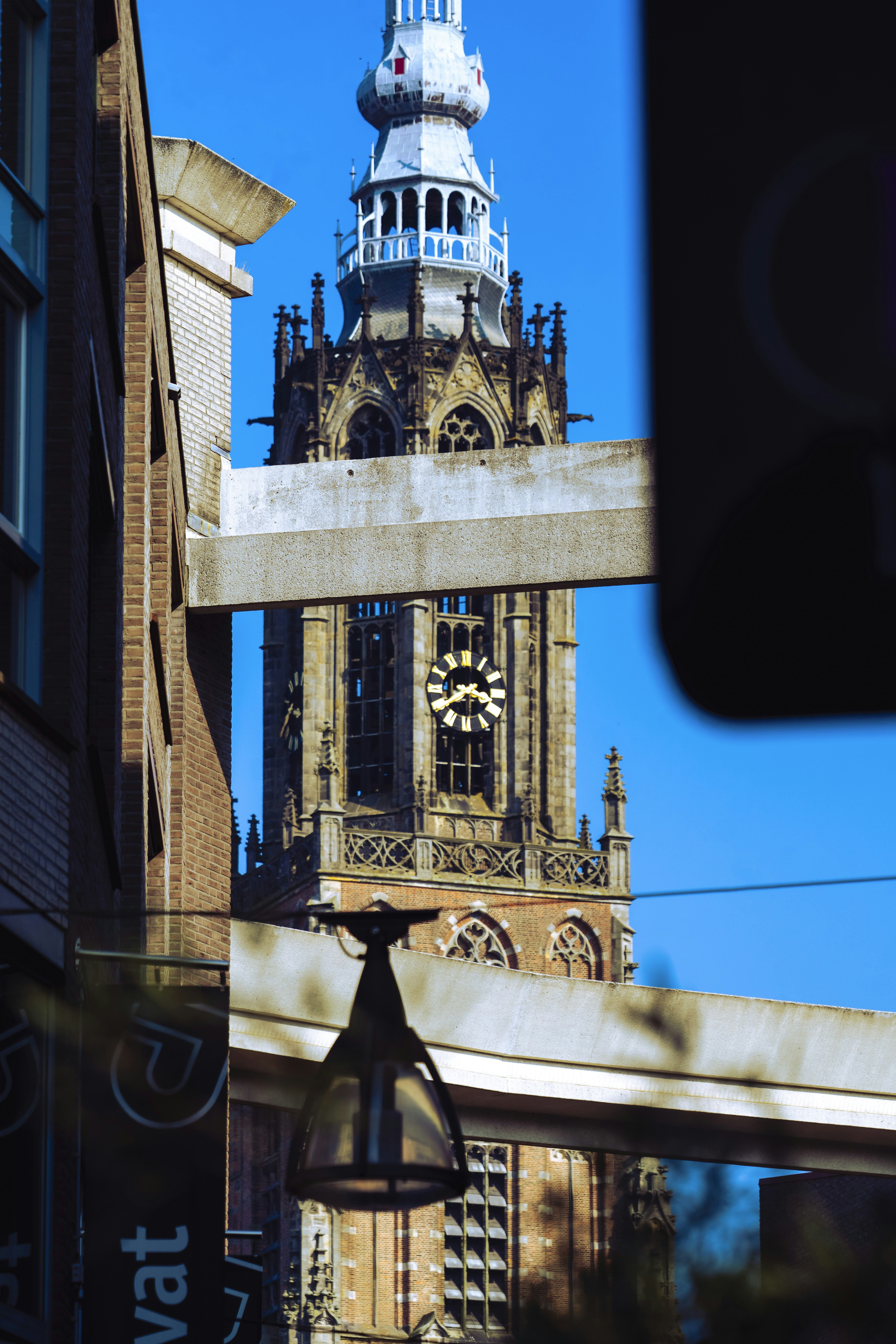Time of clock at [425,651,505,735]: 3:40
